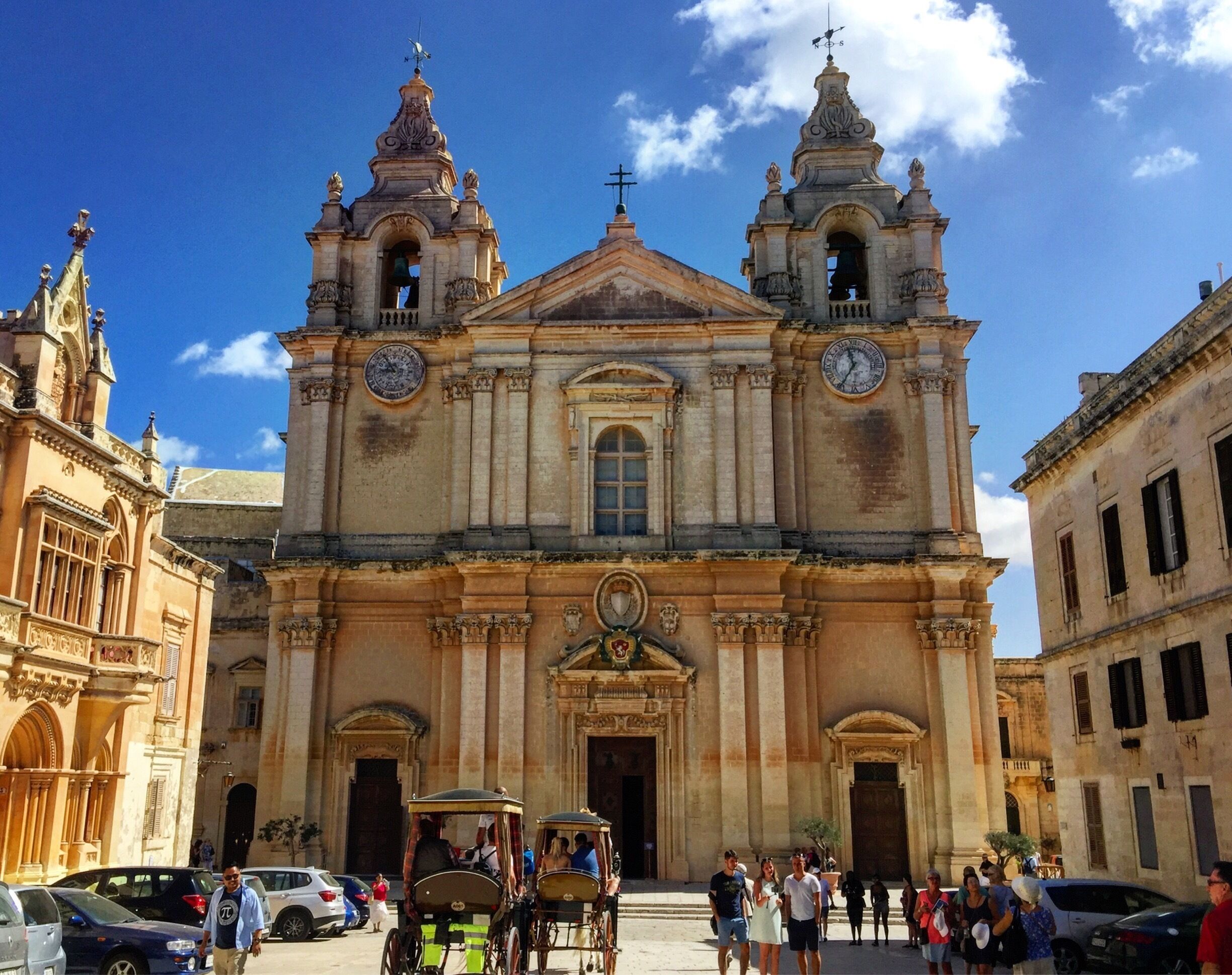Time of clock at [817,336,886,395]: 11:35
